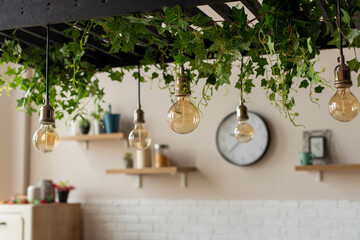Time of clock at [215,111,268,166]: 2:37
